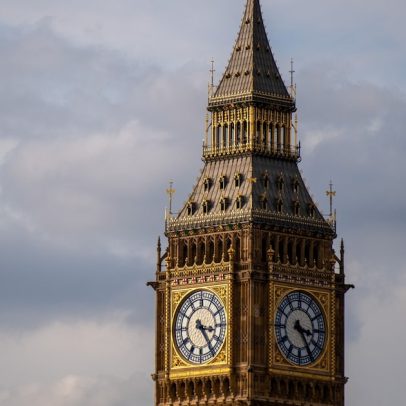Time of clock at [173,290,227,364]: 3:24
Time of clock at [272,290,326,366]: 3:24
